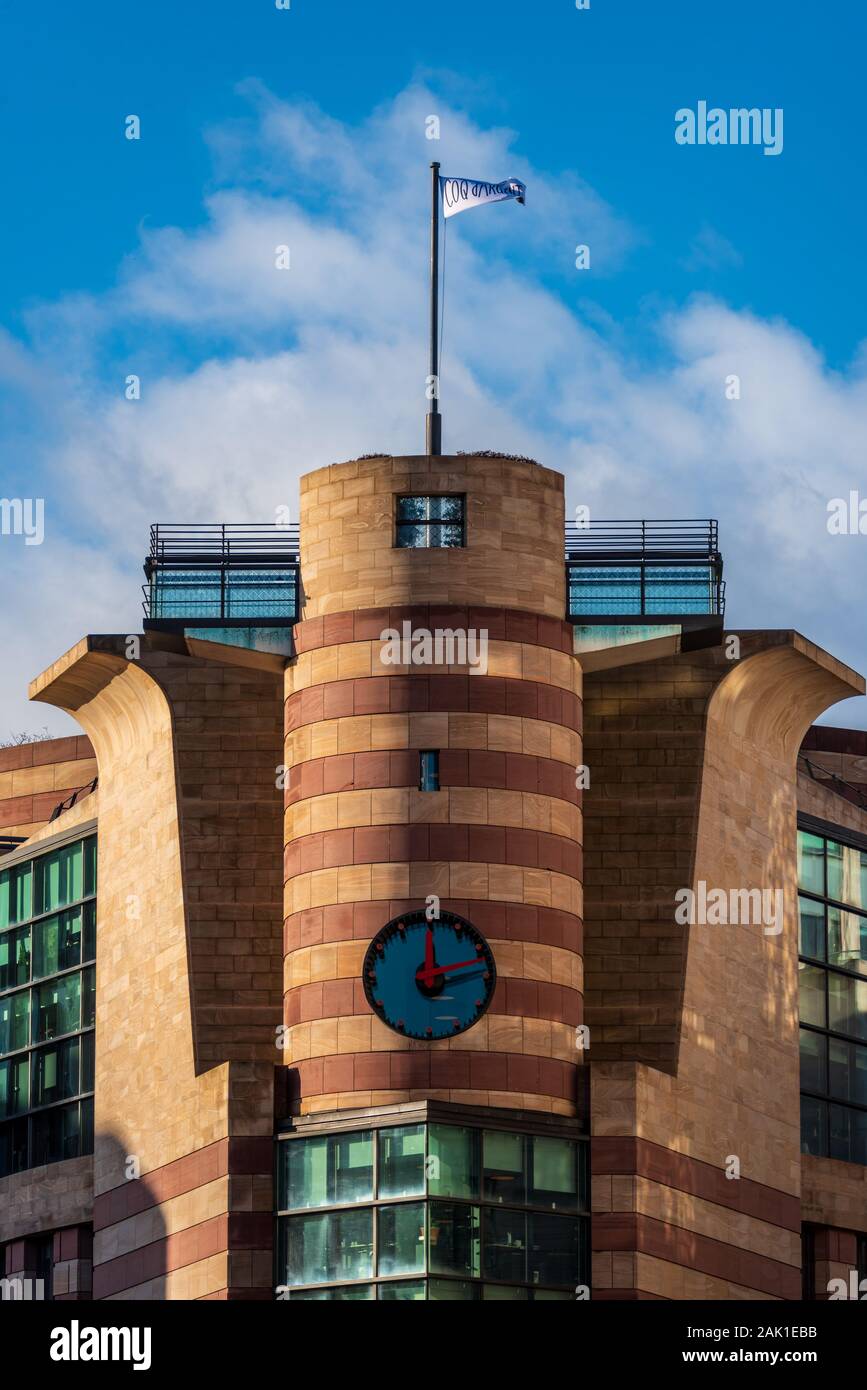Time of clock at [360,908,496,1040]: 12:12
